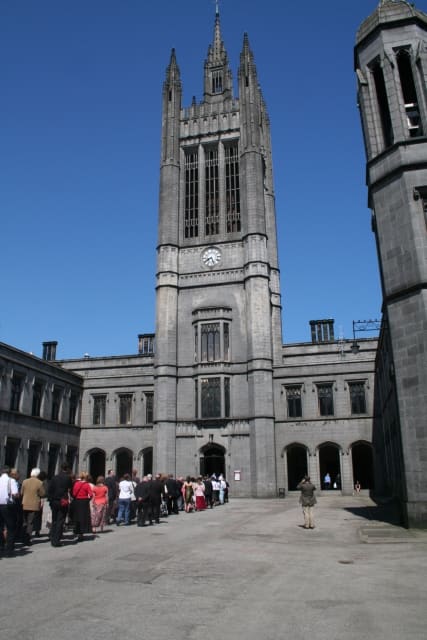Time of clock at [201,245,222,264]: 8:26
